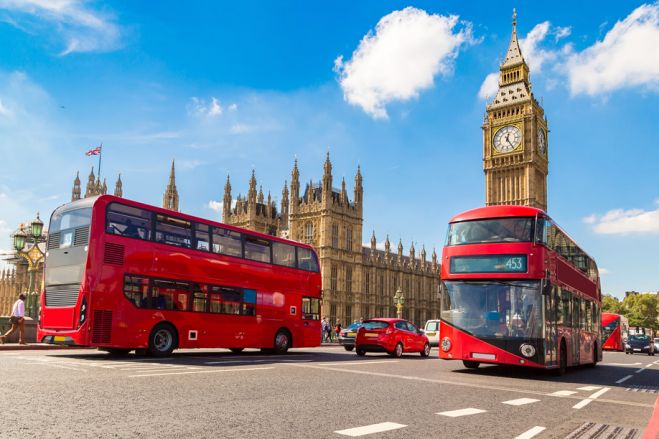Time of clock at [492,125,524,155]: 12:24
